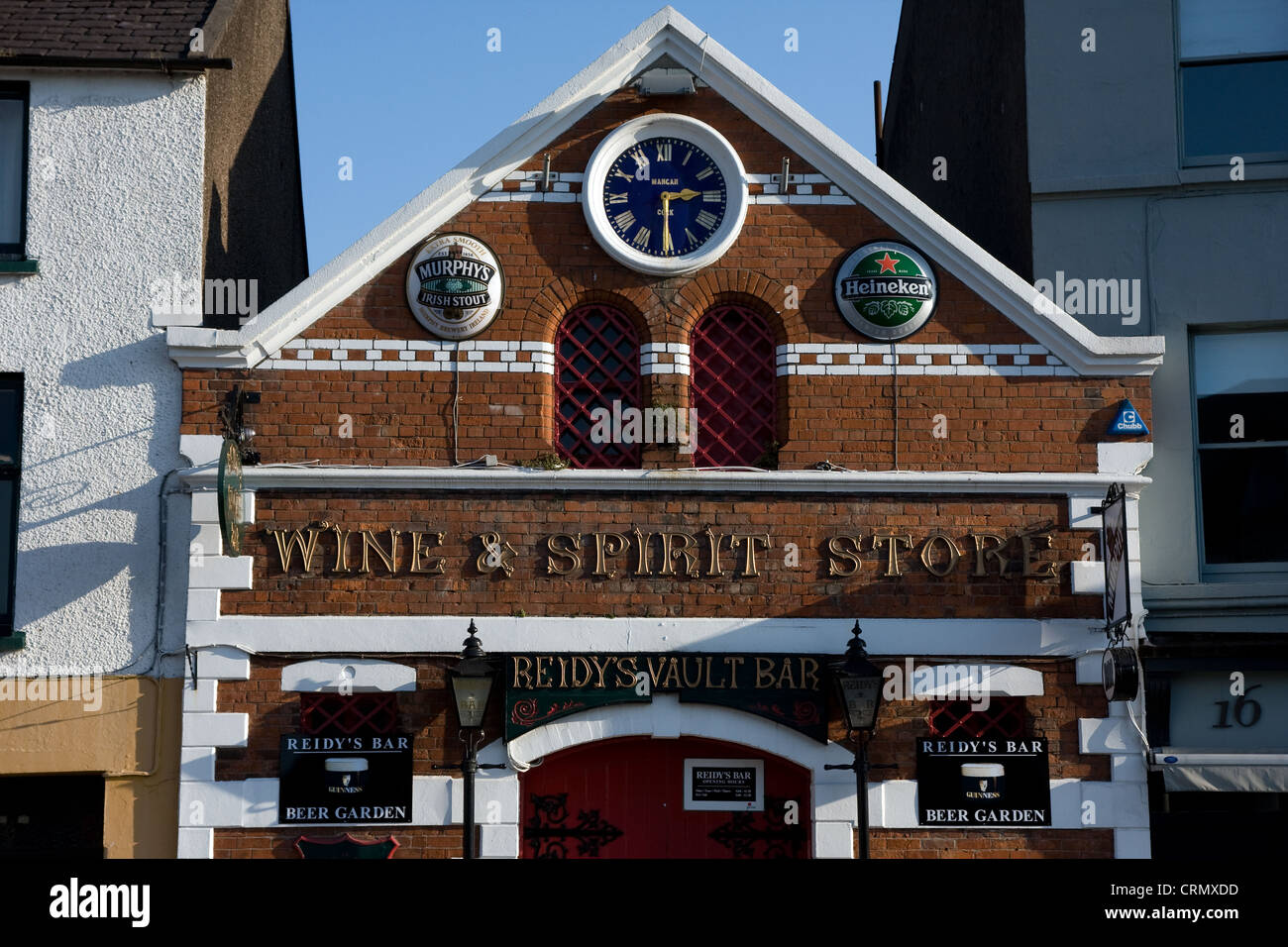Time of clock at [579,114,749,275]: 2:29
